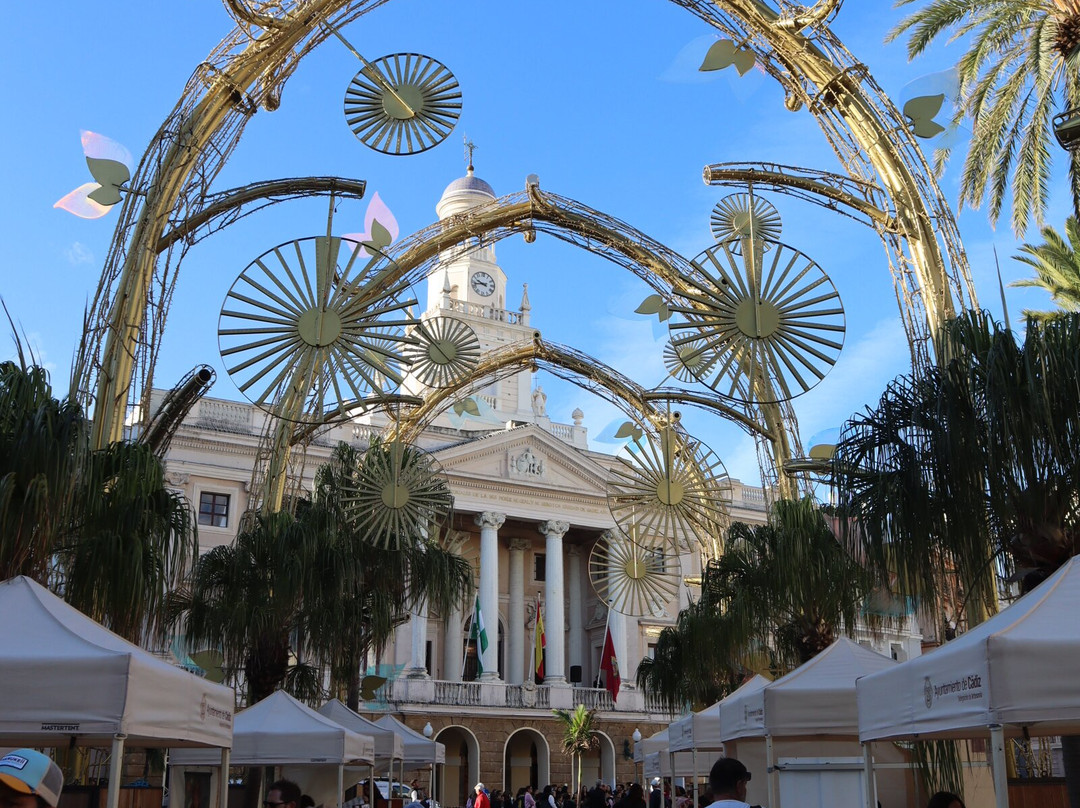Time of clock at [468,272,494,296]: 9:42
